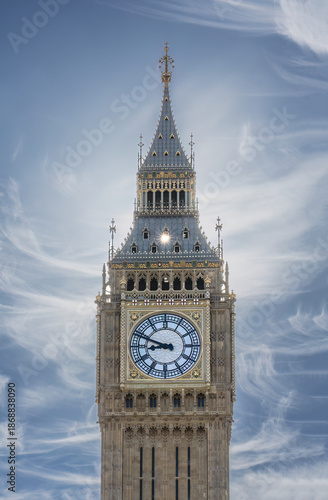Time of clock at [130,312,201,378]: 8:48
